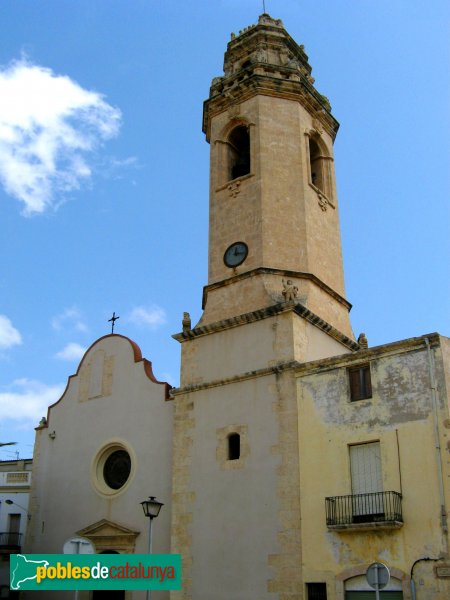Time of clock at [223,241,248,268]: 12:16
